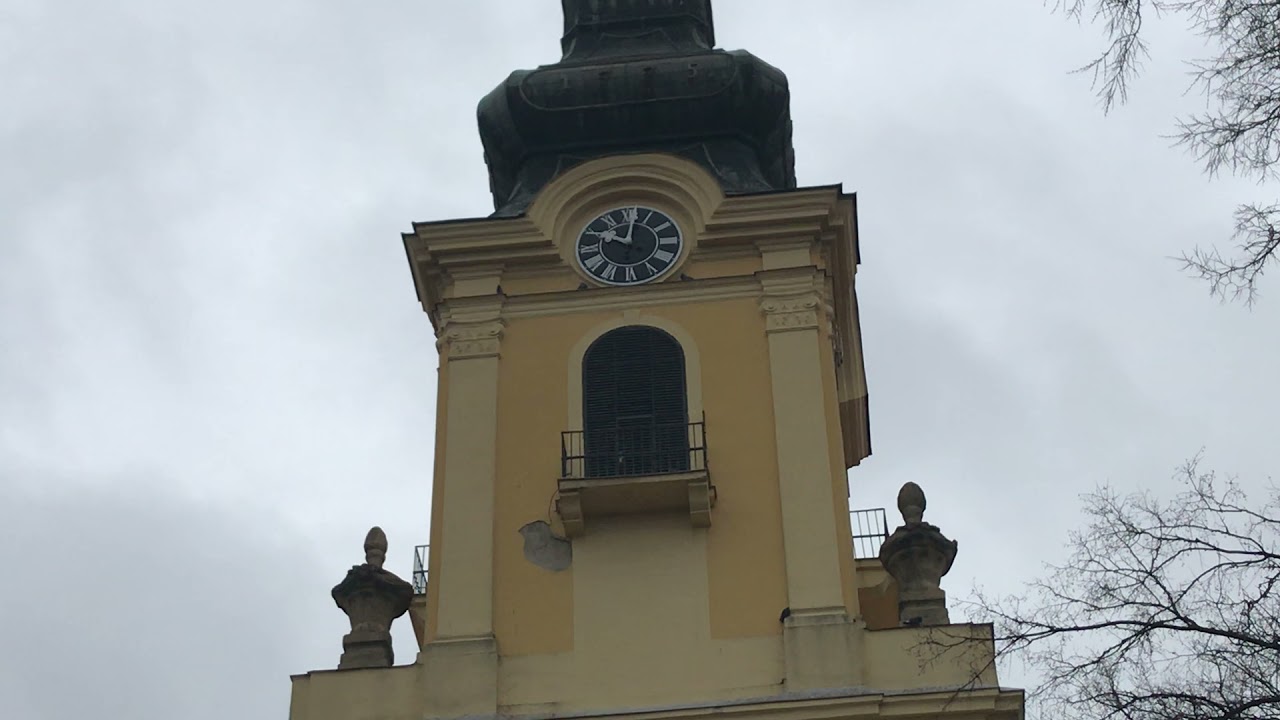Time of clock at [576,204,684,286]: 10:01
